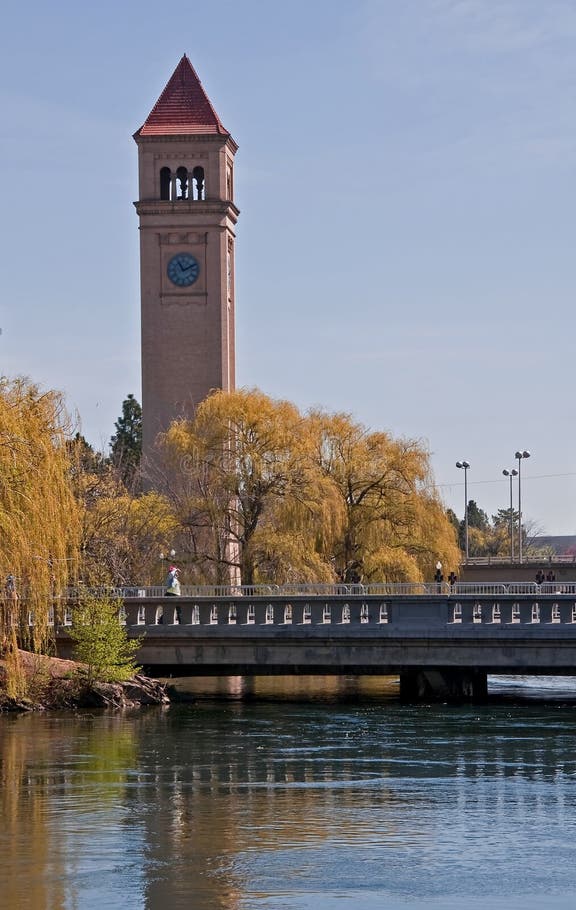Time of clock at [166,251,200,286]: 11:10
